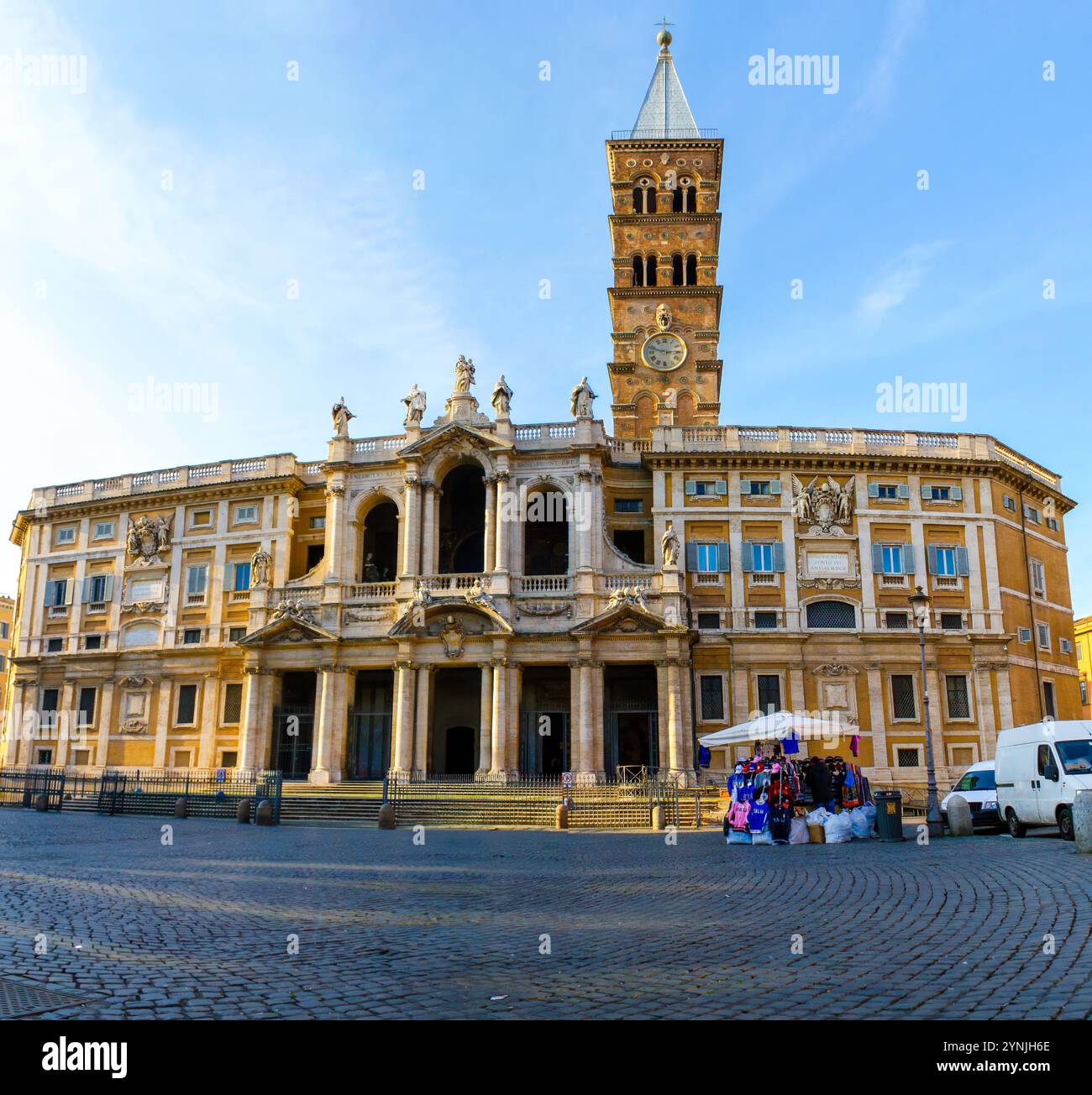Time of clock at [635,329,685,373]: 2:48
